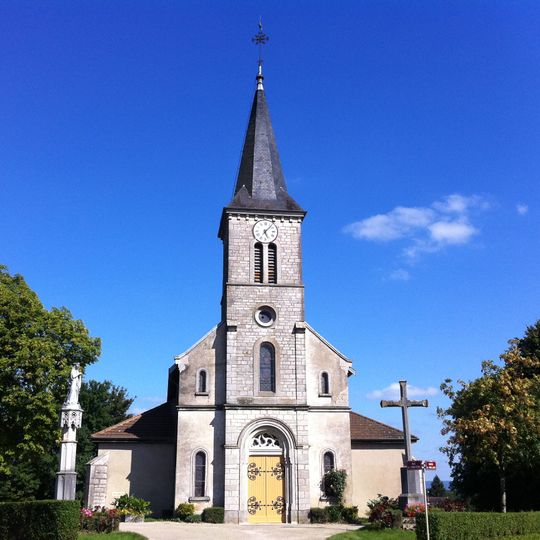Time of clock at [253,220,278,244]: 5:06
